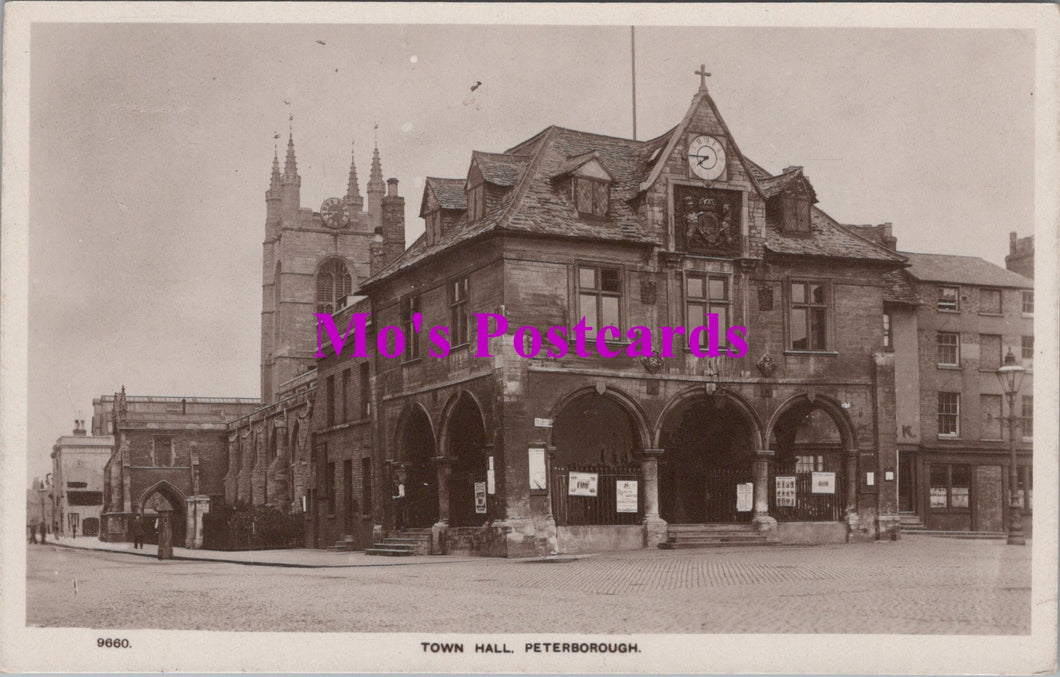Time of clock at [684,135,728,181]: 7:45
